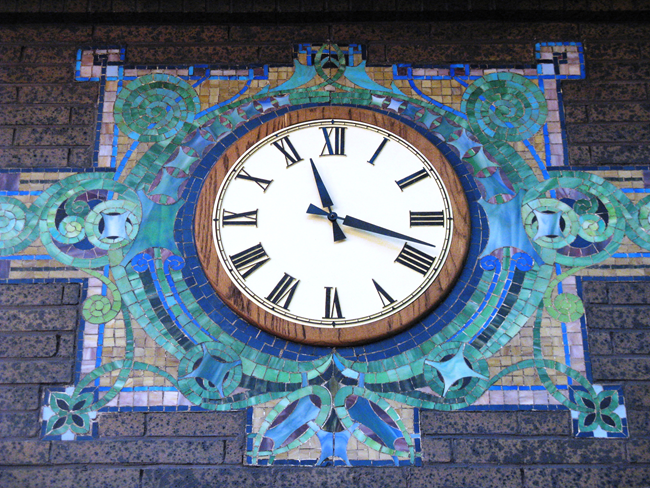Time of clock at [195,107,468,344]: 11:17
